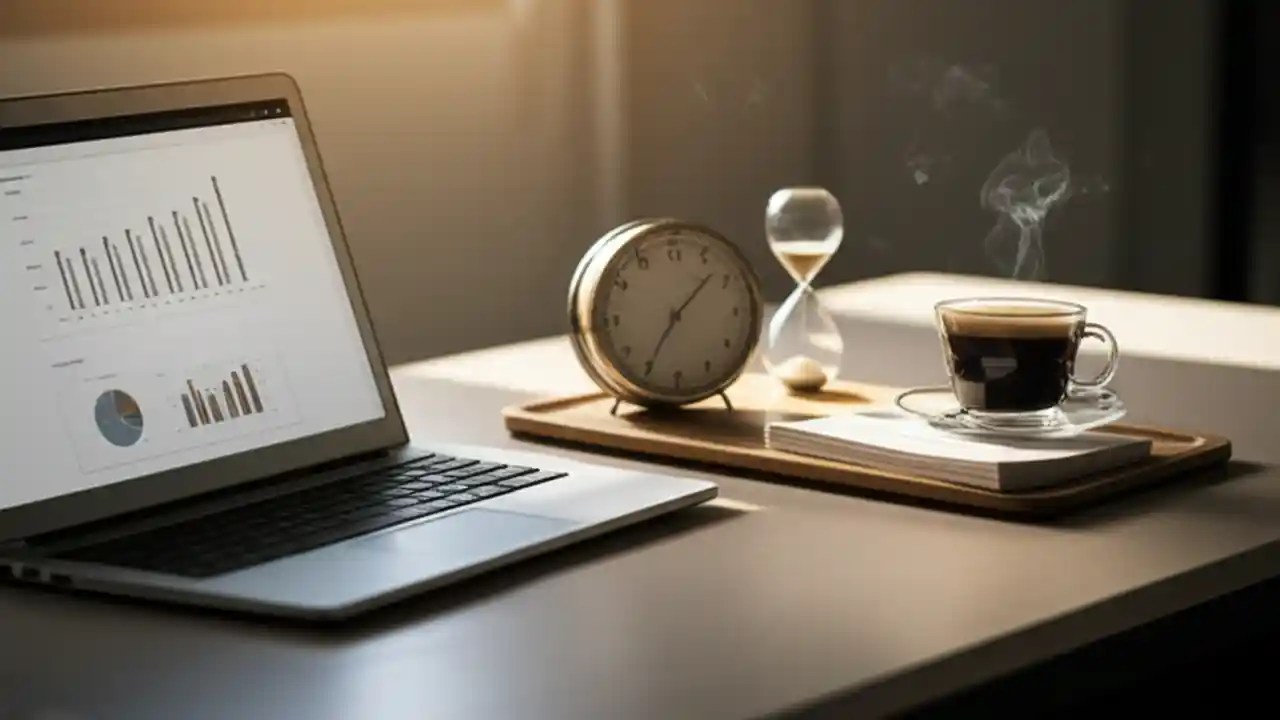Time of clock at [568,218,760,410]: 1:35
